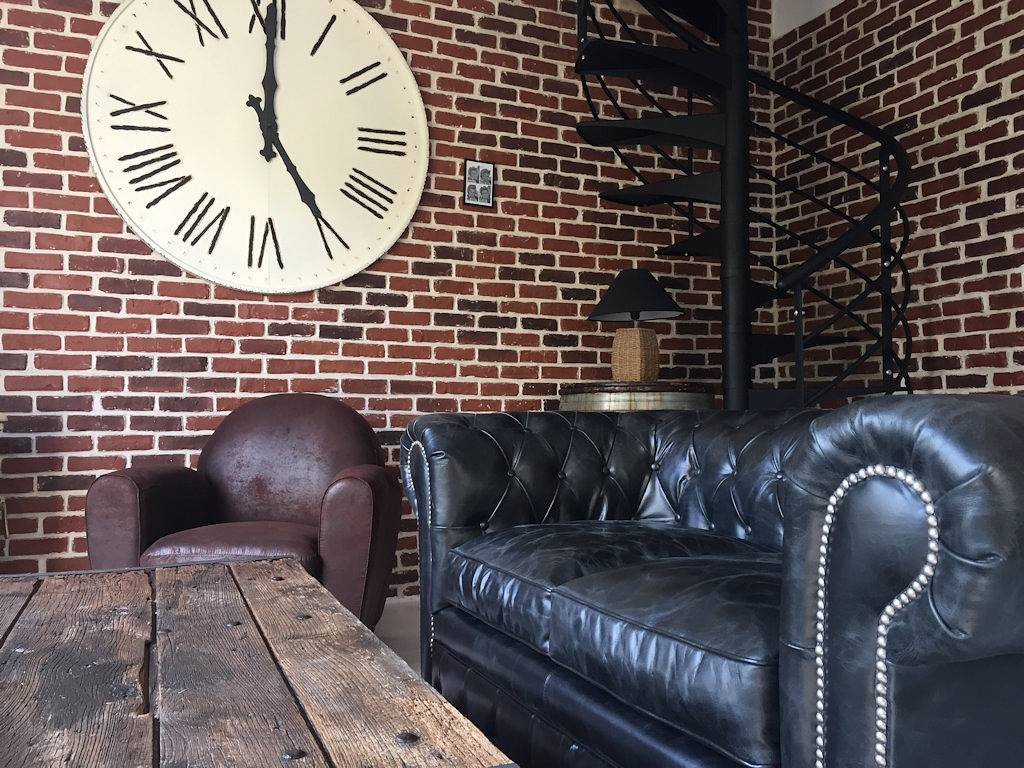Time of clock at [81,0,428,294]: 5:00
